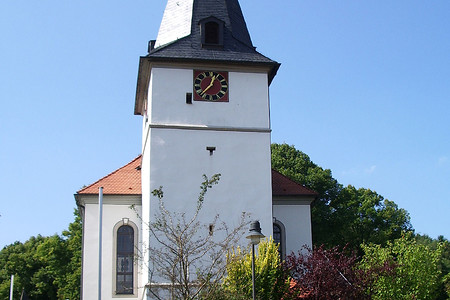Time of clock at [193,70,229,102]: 12:37
